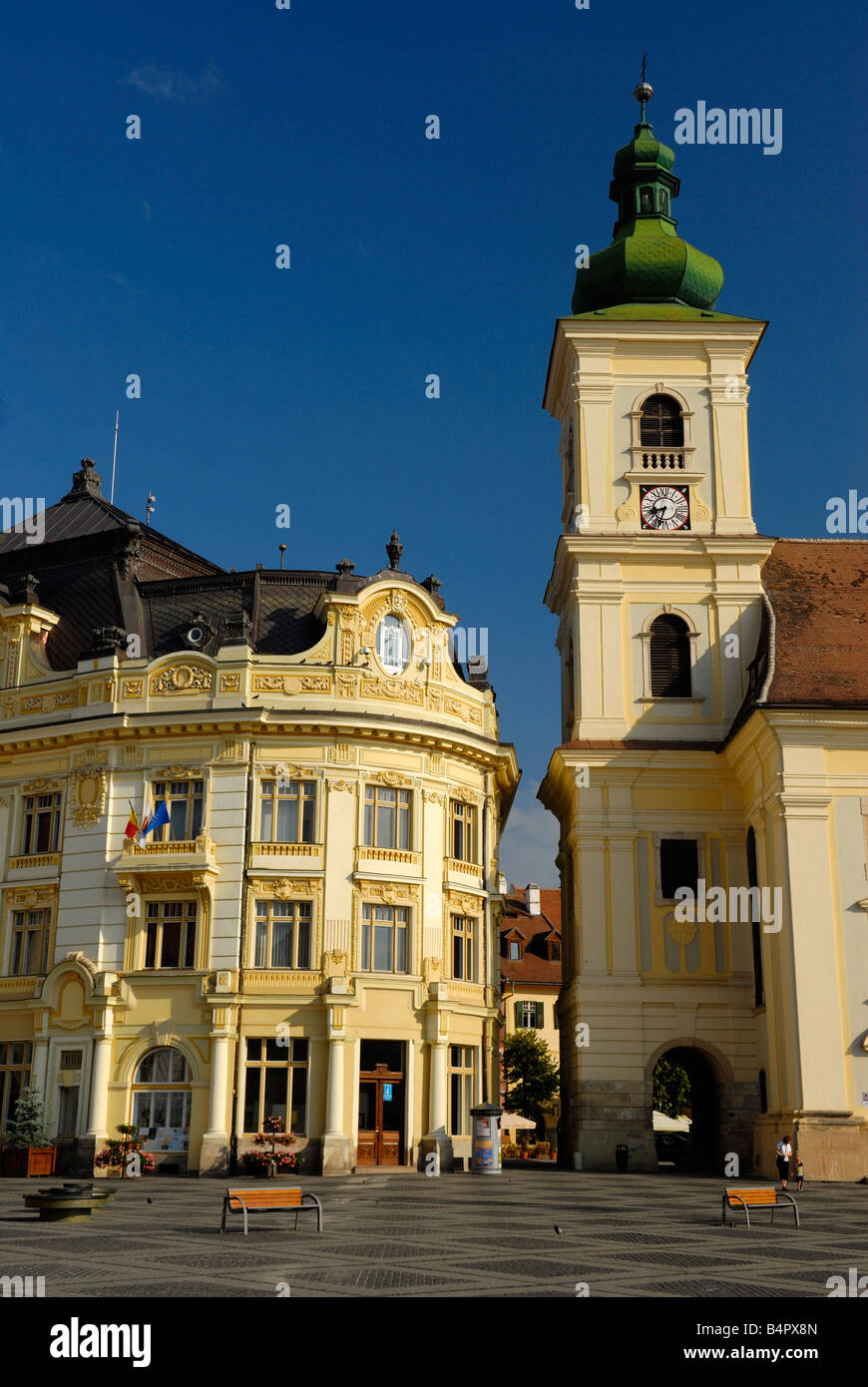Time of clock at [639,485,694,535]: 8:33
